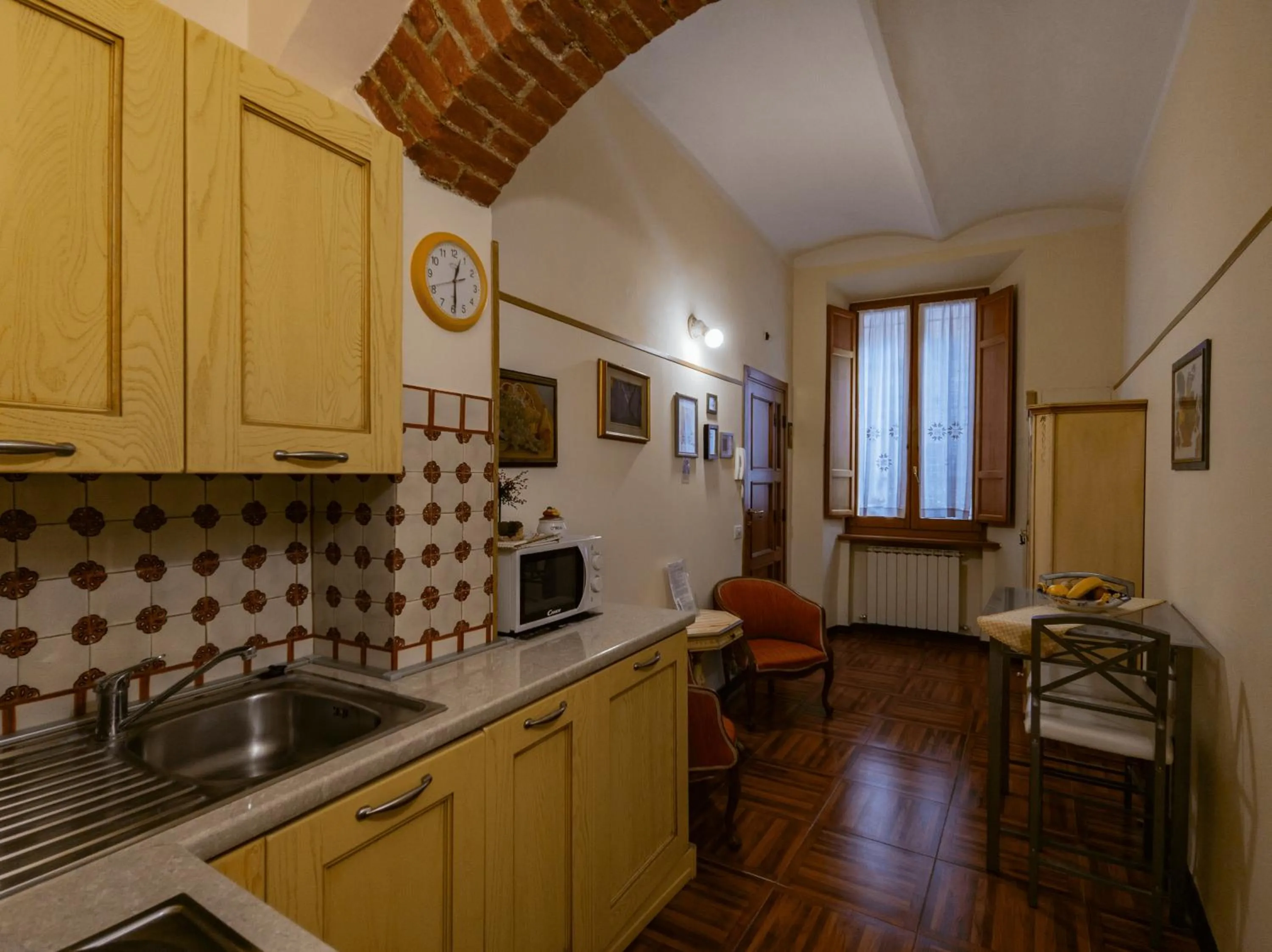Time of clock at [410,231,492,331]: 12:29
